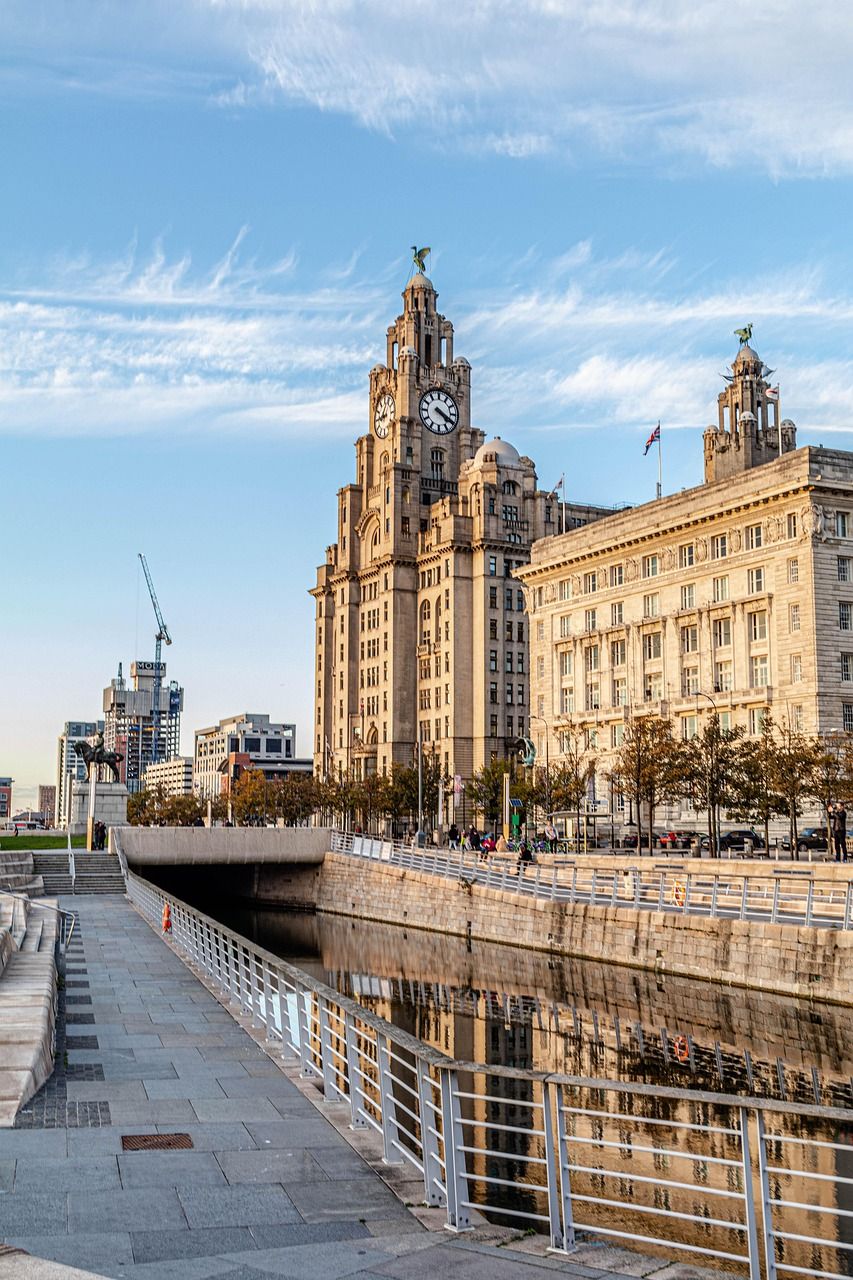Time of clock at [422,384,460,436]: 4:19
